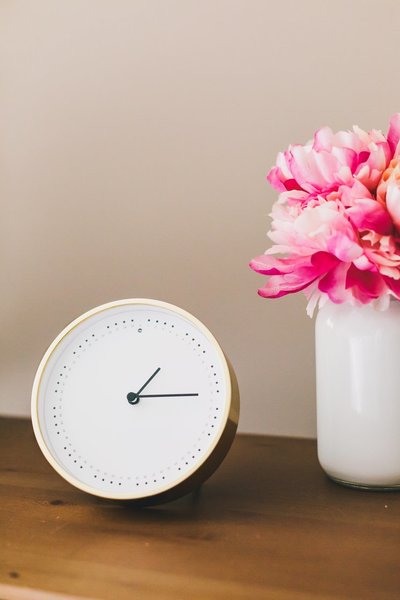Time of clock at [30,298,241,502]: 1:14
